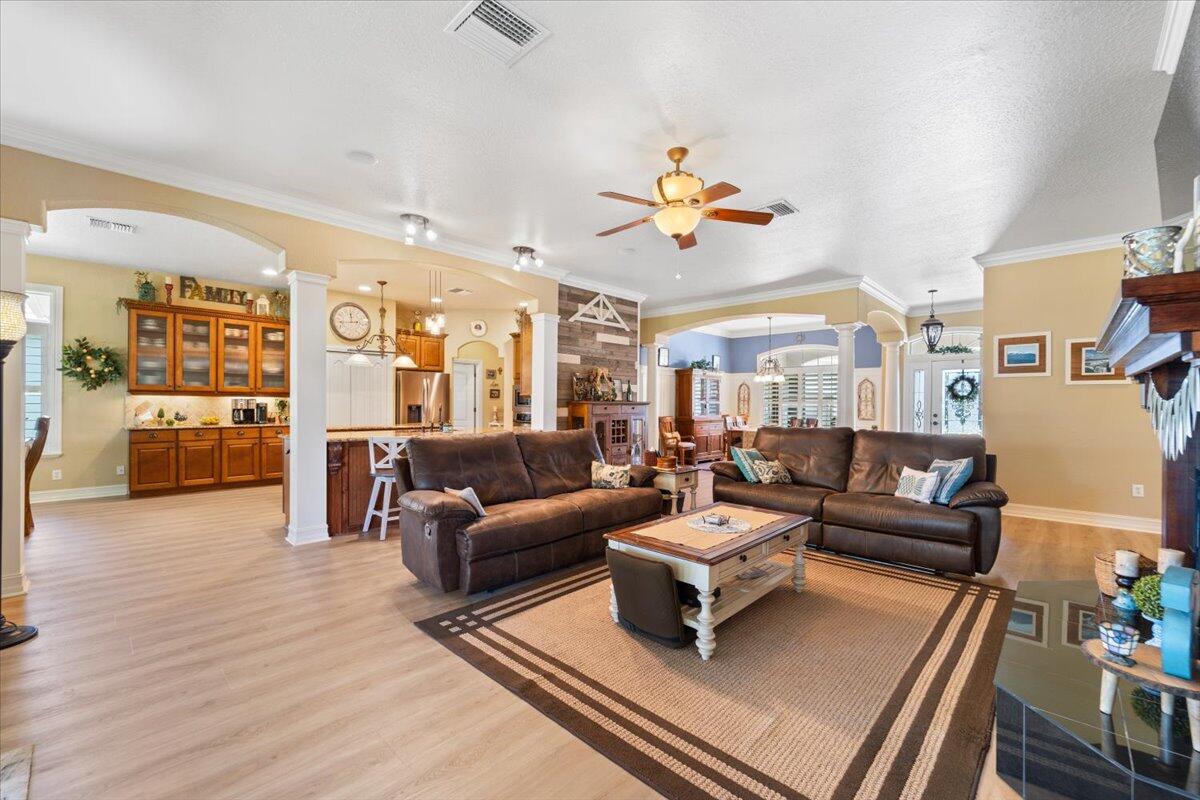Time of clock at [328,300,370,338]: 11:43
